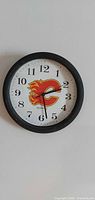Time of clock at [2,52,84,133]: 2:28
